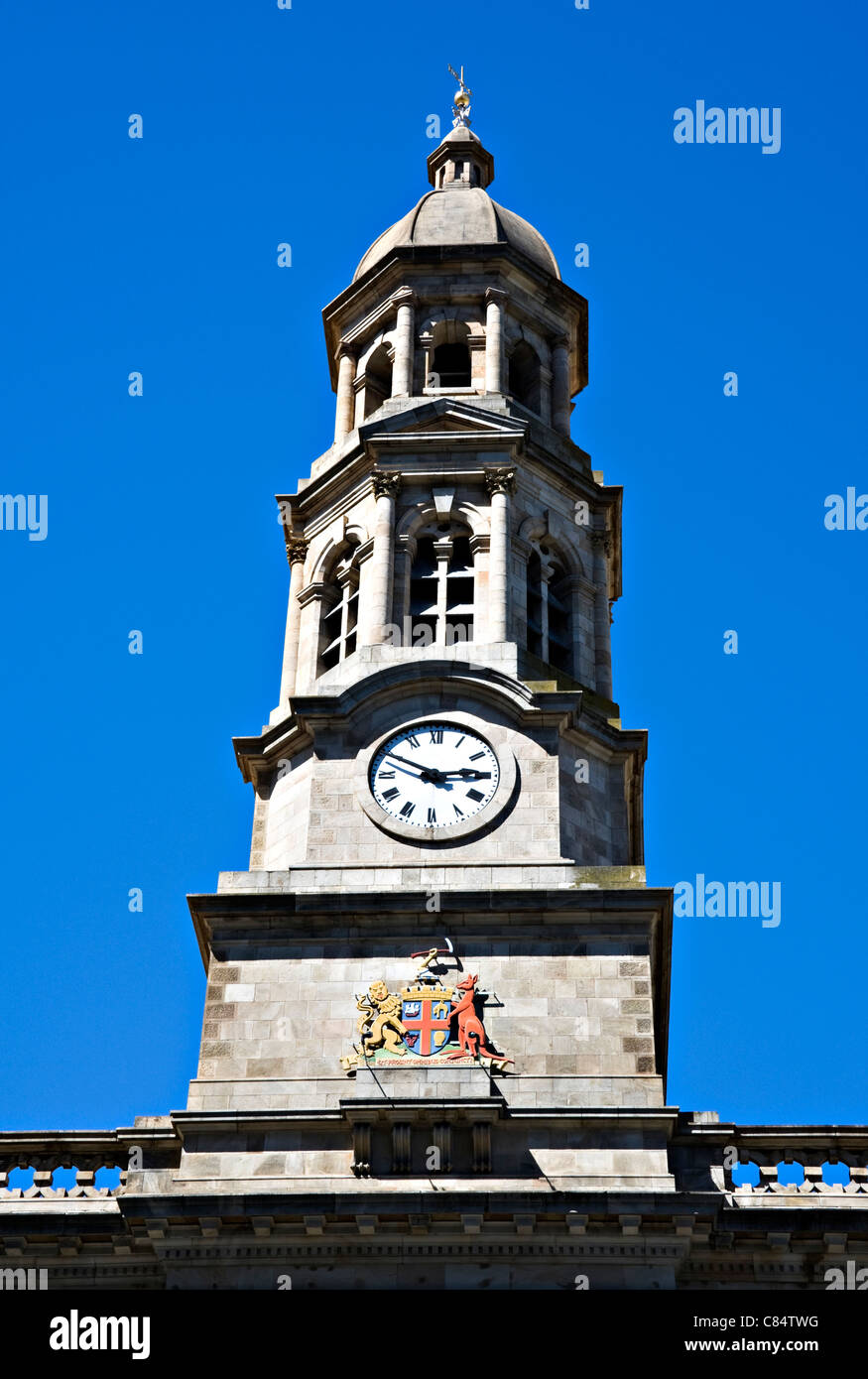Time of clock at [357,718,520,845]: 2:49
